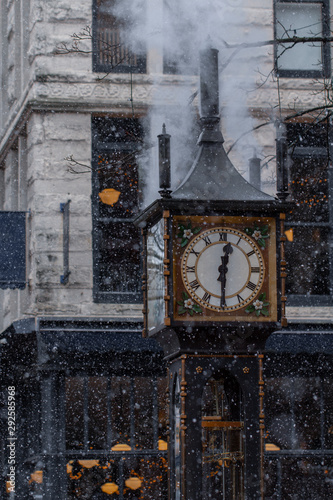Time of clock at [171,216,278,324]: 12:29
